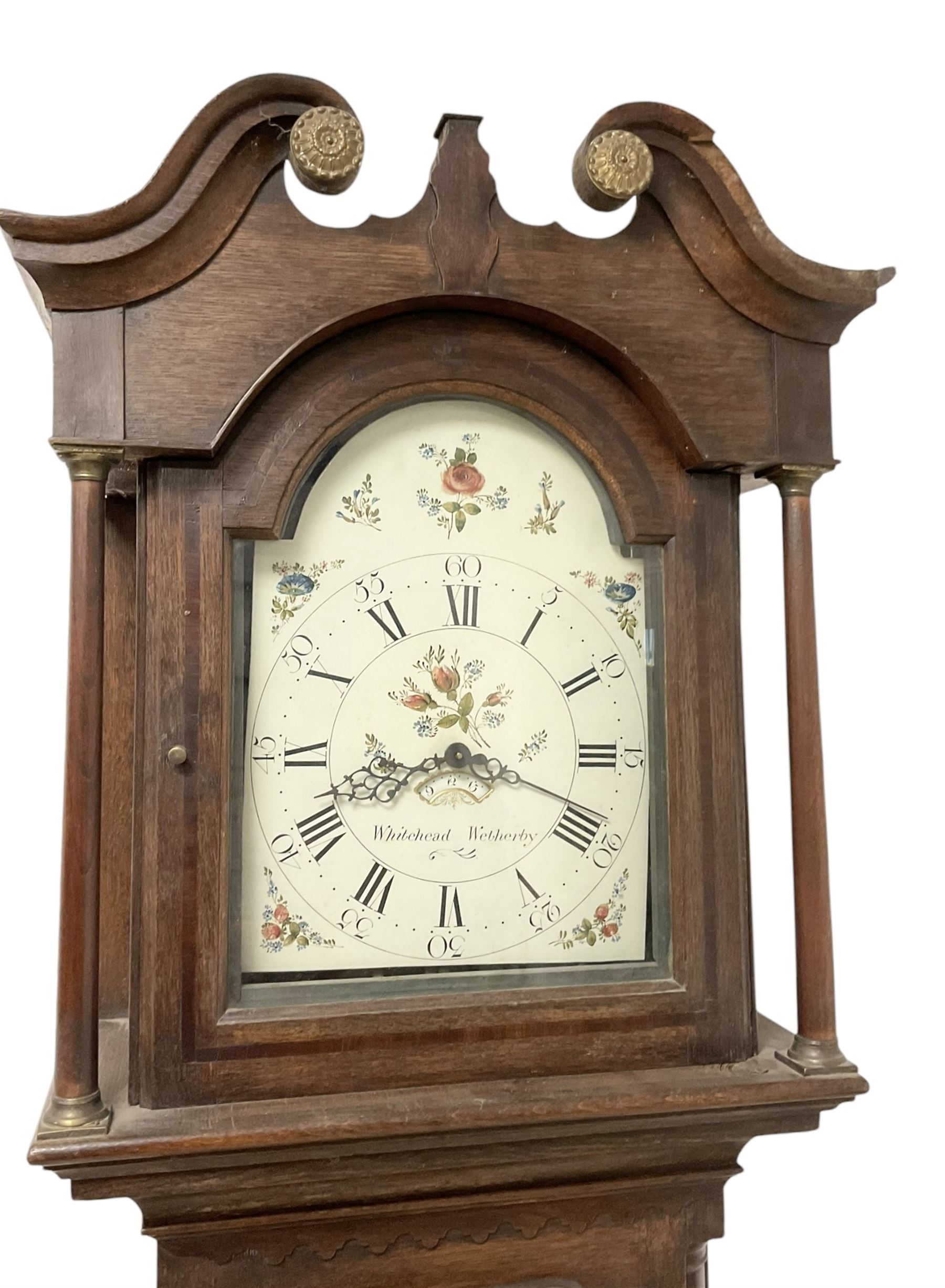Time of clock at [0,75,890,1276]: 10:42
